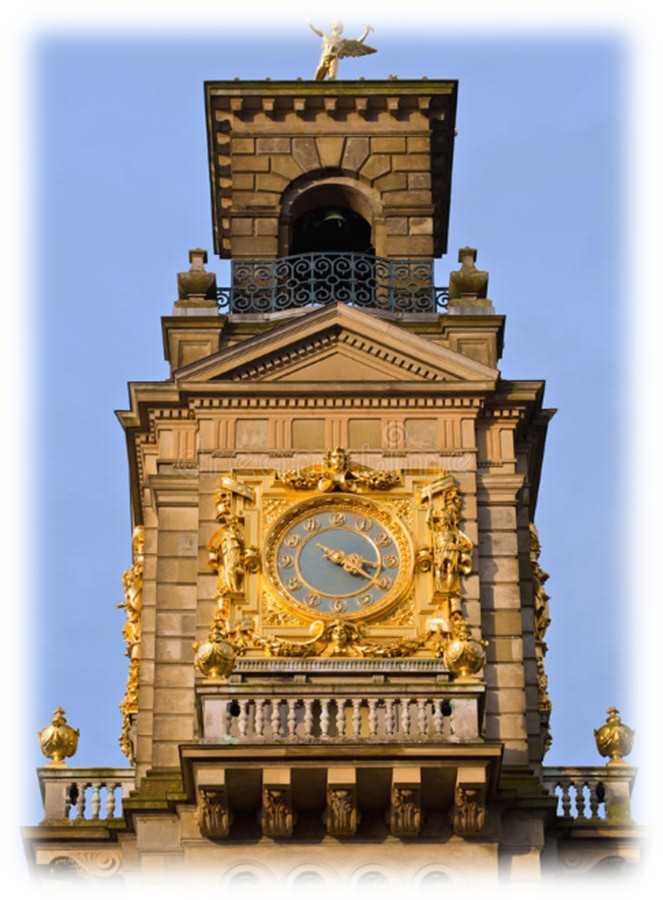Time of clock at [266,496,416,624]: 4:17
